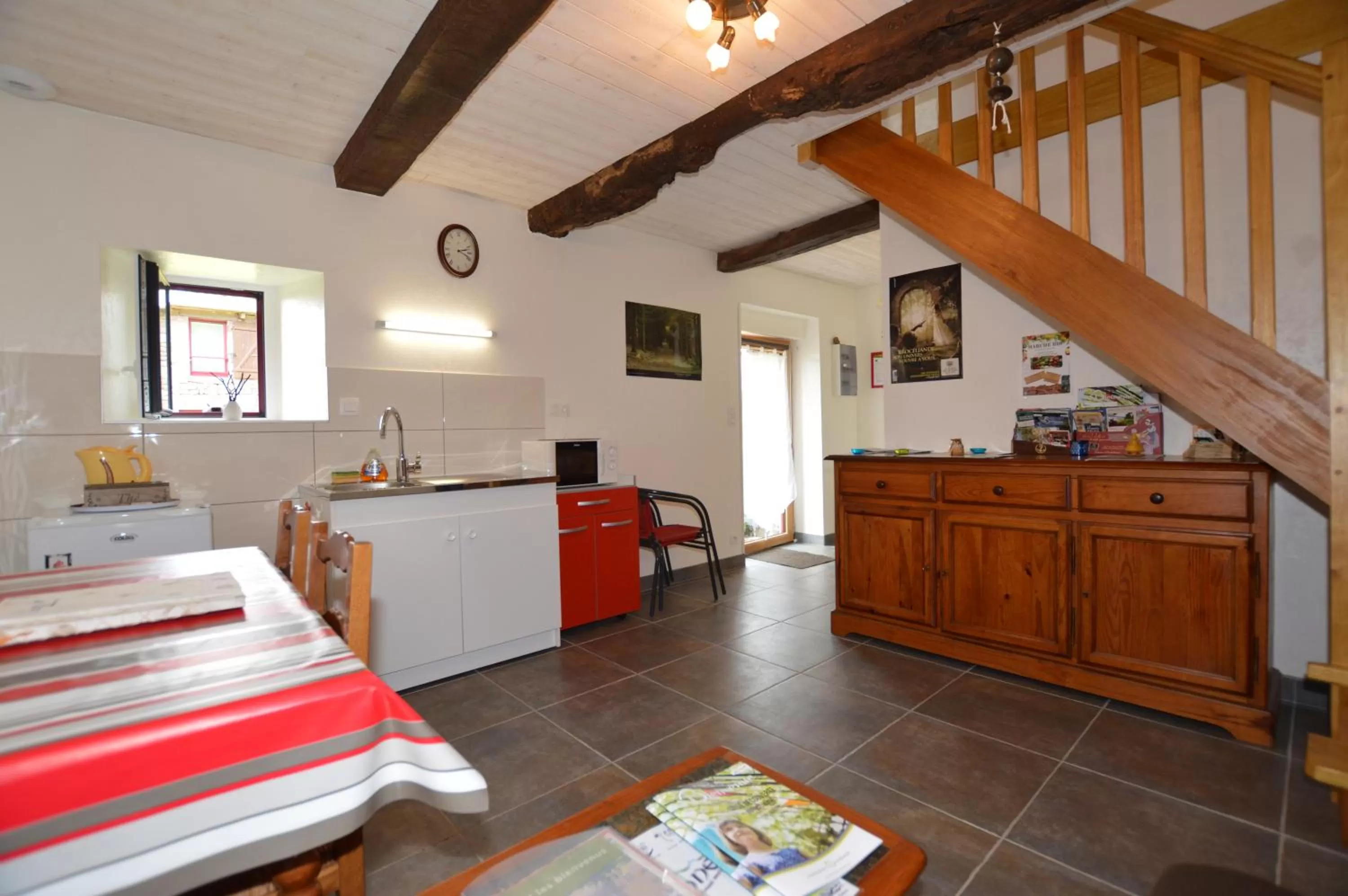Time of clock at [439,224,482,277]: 2:18
